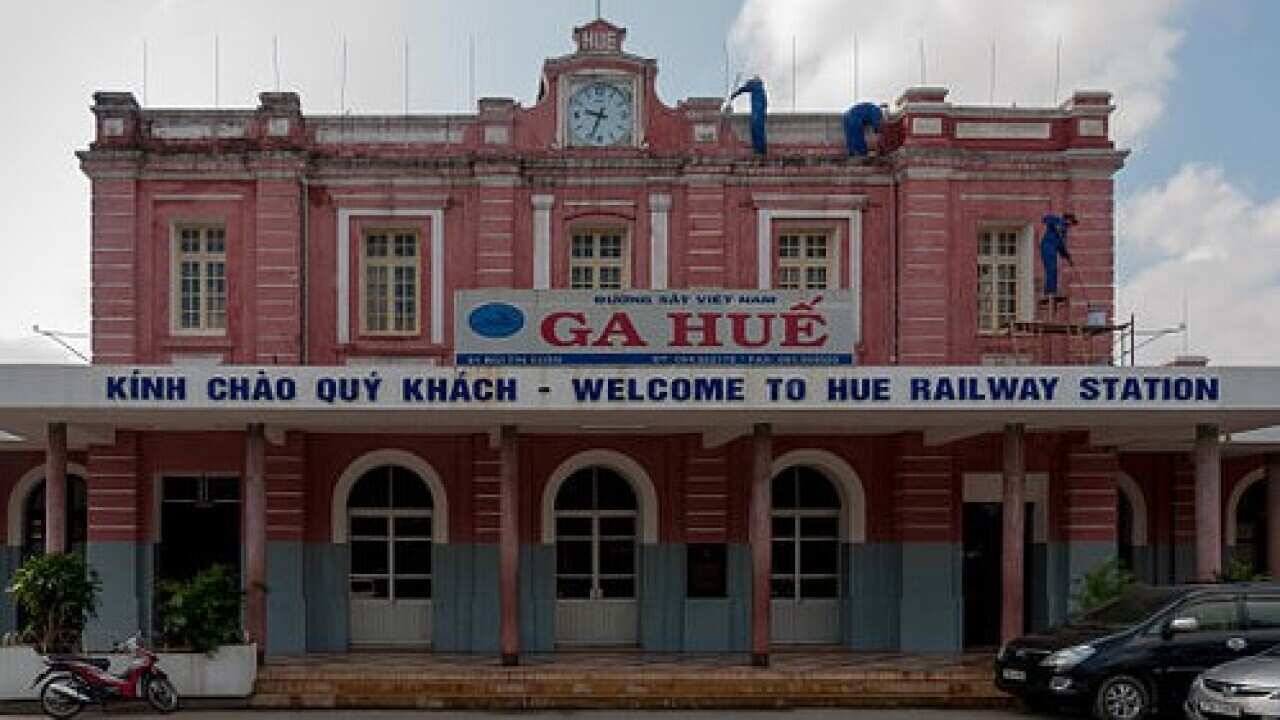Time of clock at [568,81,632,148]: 9:33
